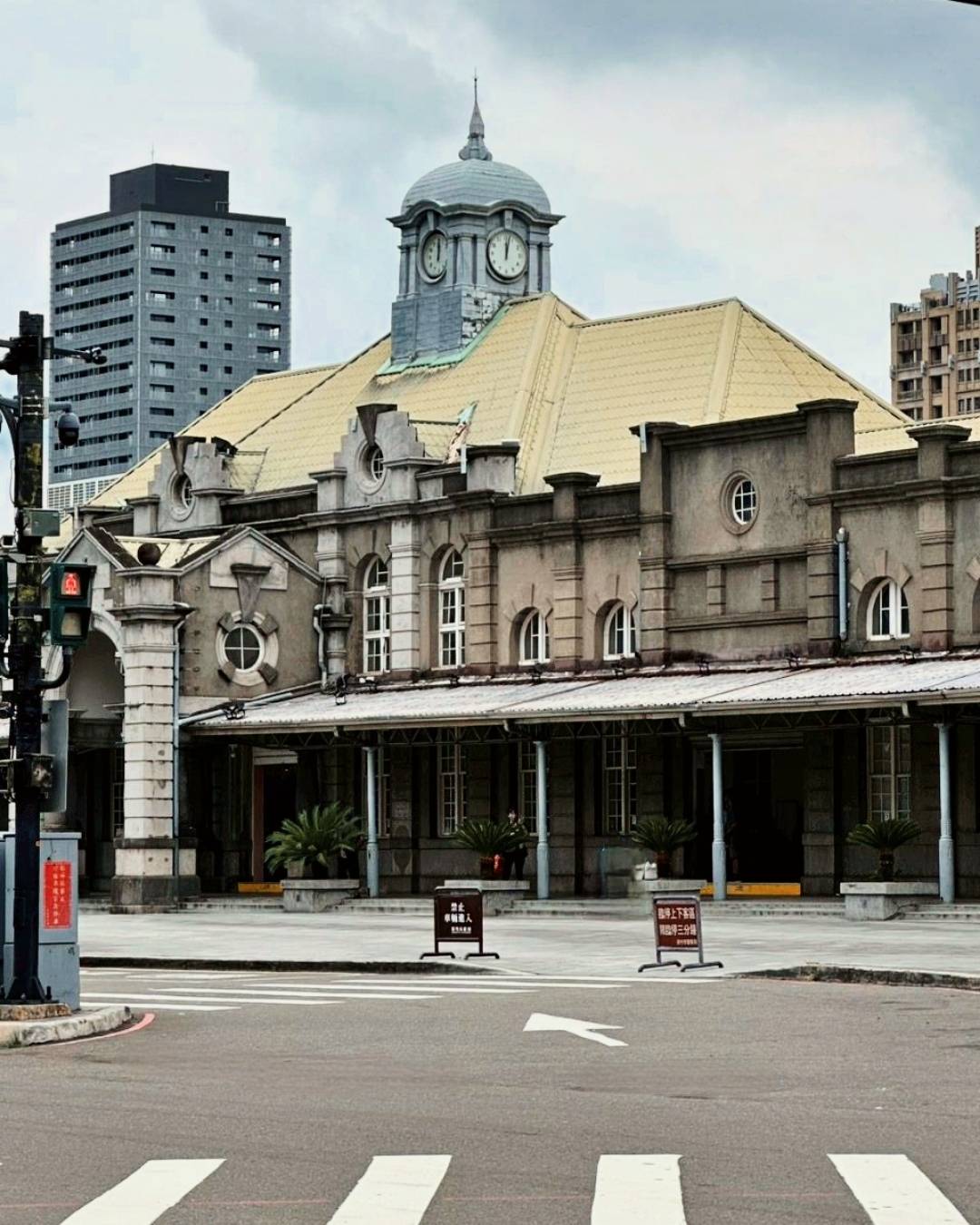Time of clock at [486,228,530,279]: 12:02
